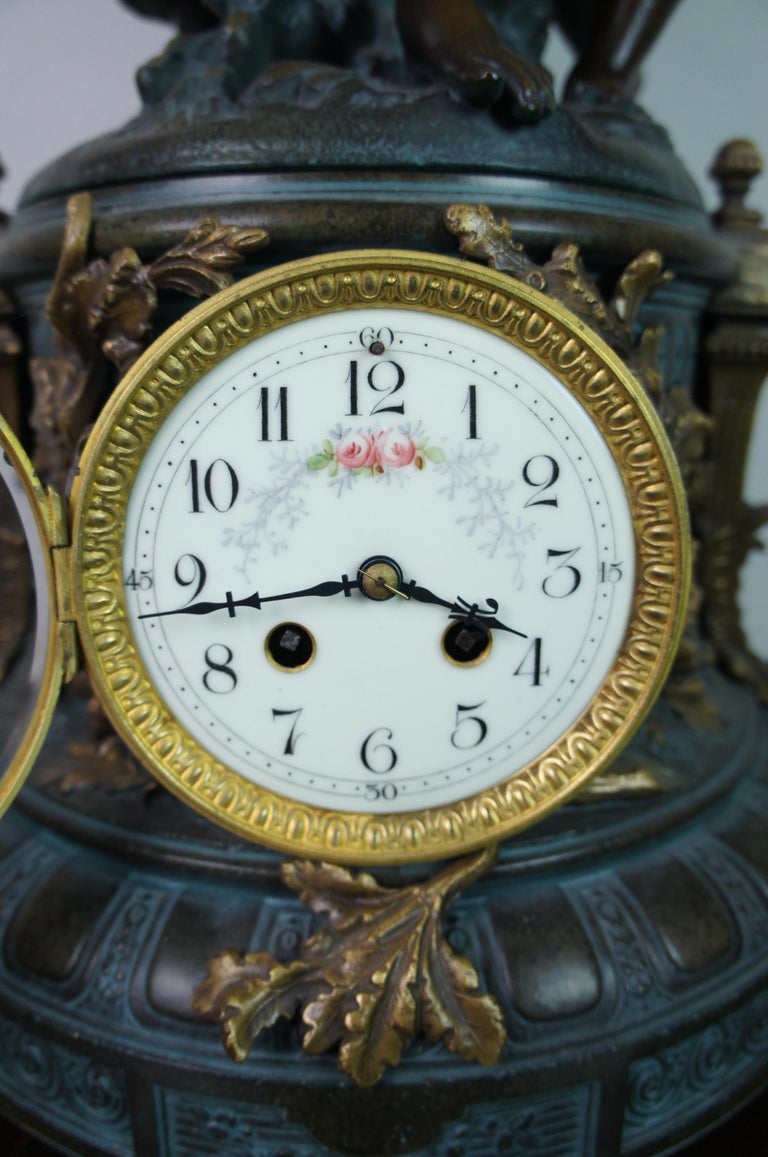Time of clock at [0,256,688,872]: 3:43
